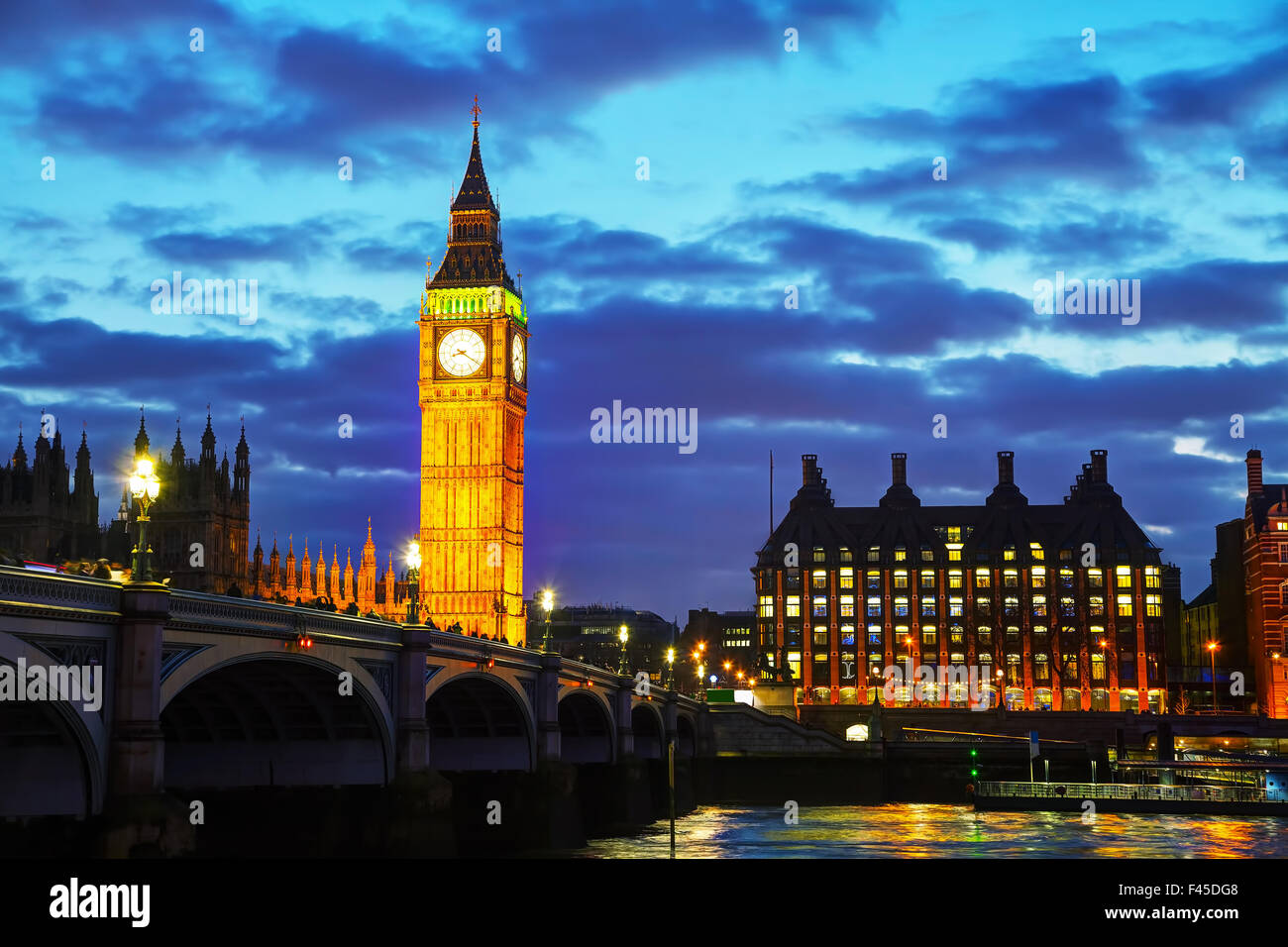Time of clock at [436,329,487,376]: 8:20
